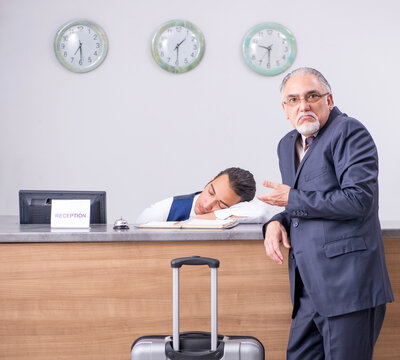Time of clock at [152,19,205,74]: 1:29
